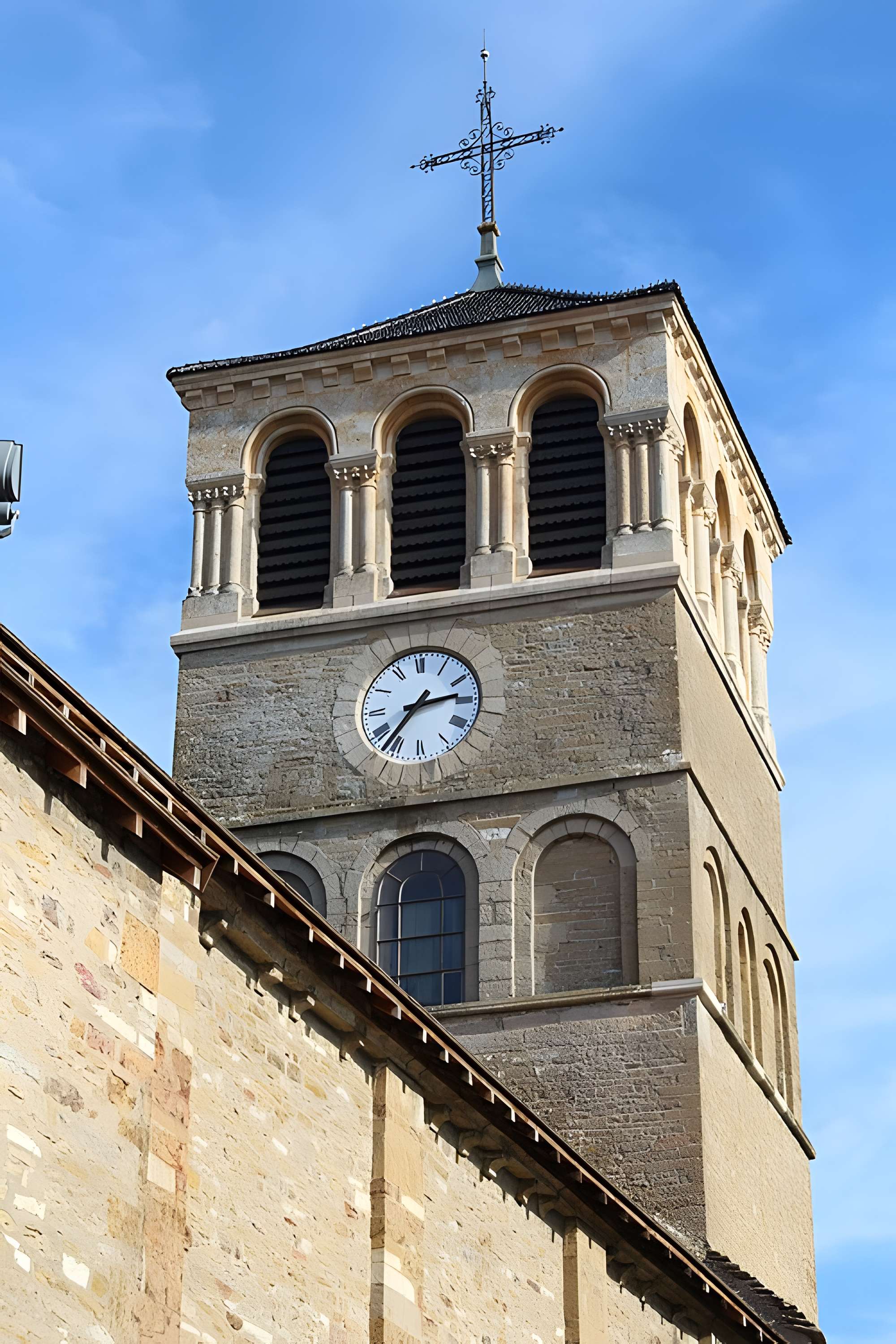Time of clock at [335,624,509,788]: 2:36
